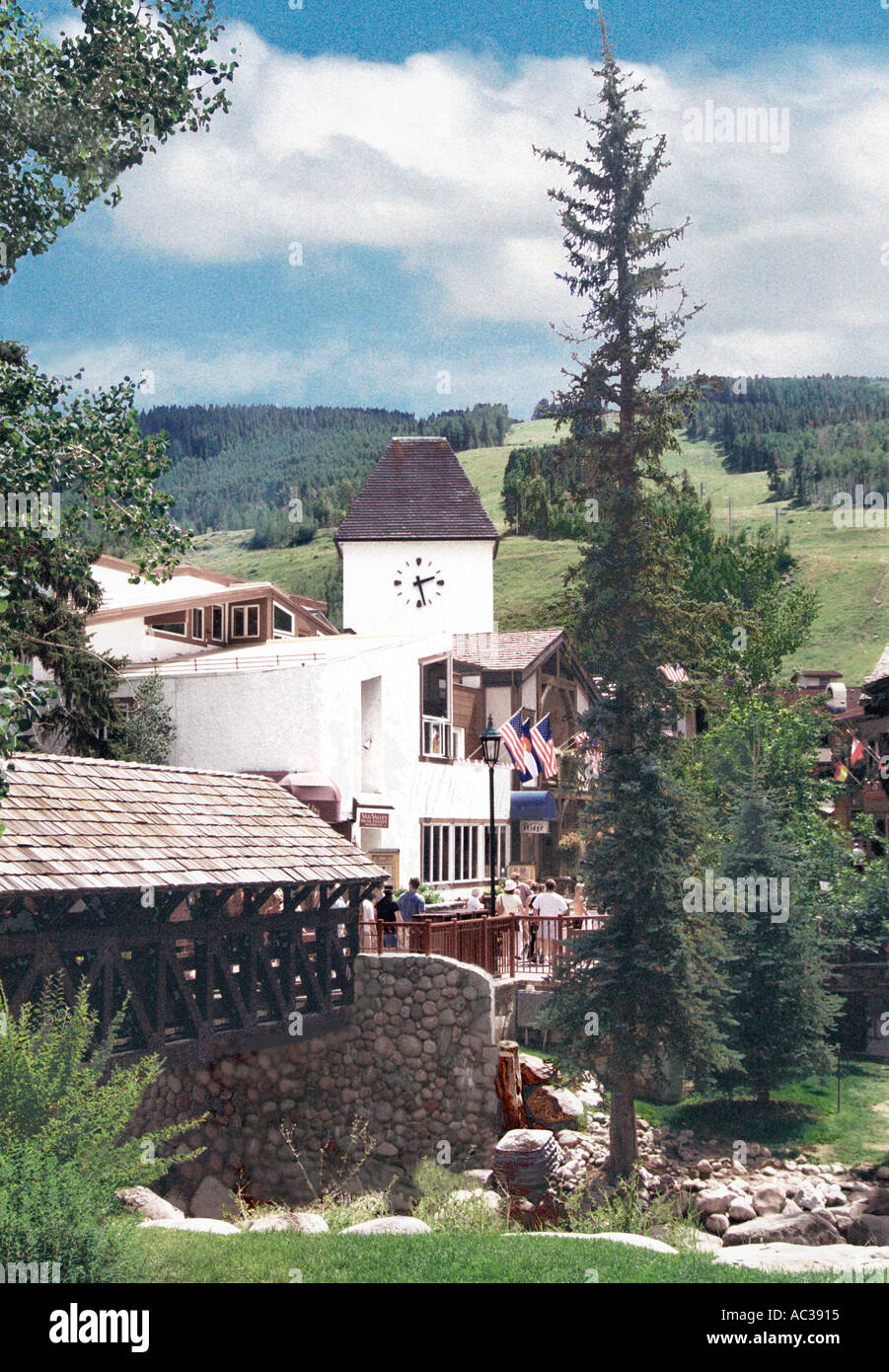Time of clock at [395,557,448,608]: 2:27
